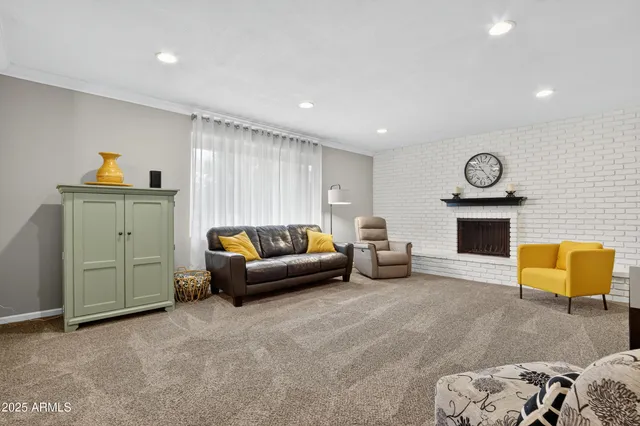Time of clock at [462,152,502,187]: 9:23
